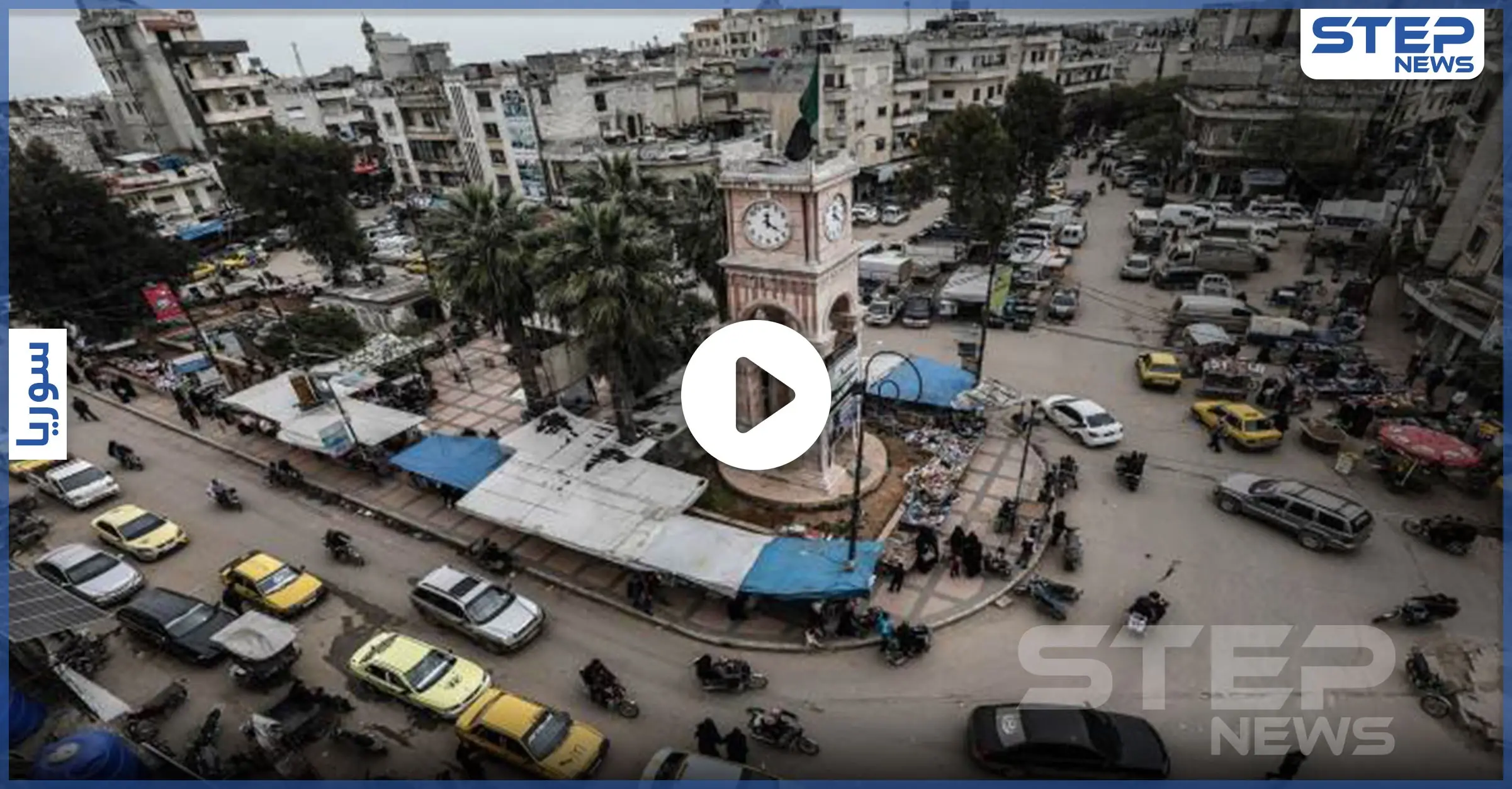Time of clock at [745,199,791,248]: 12:20
